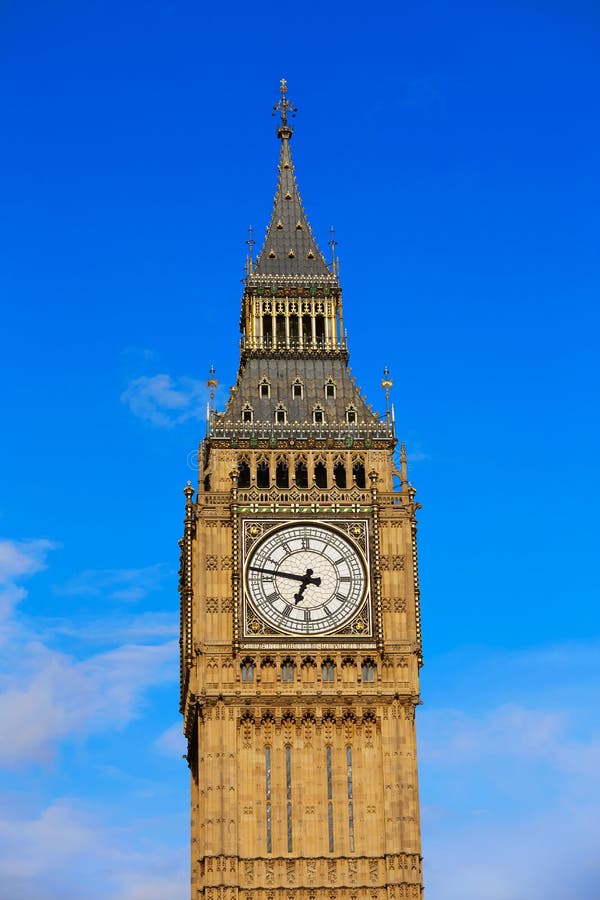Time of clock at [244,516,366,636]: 6:46
